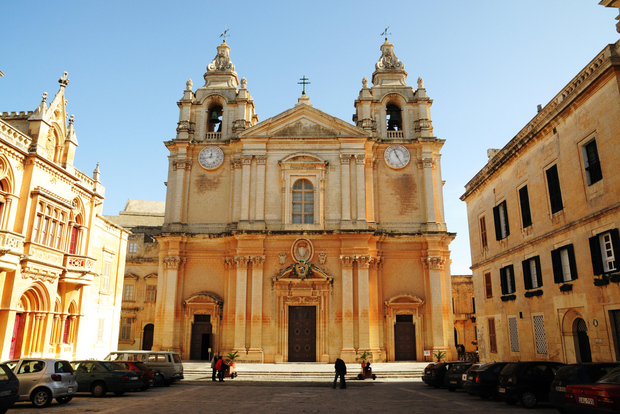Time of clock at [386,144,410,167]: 11:25
